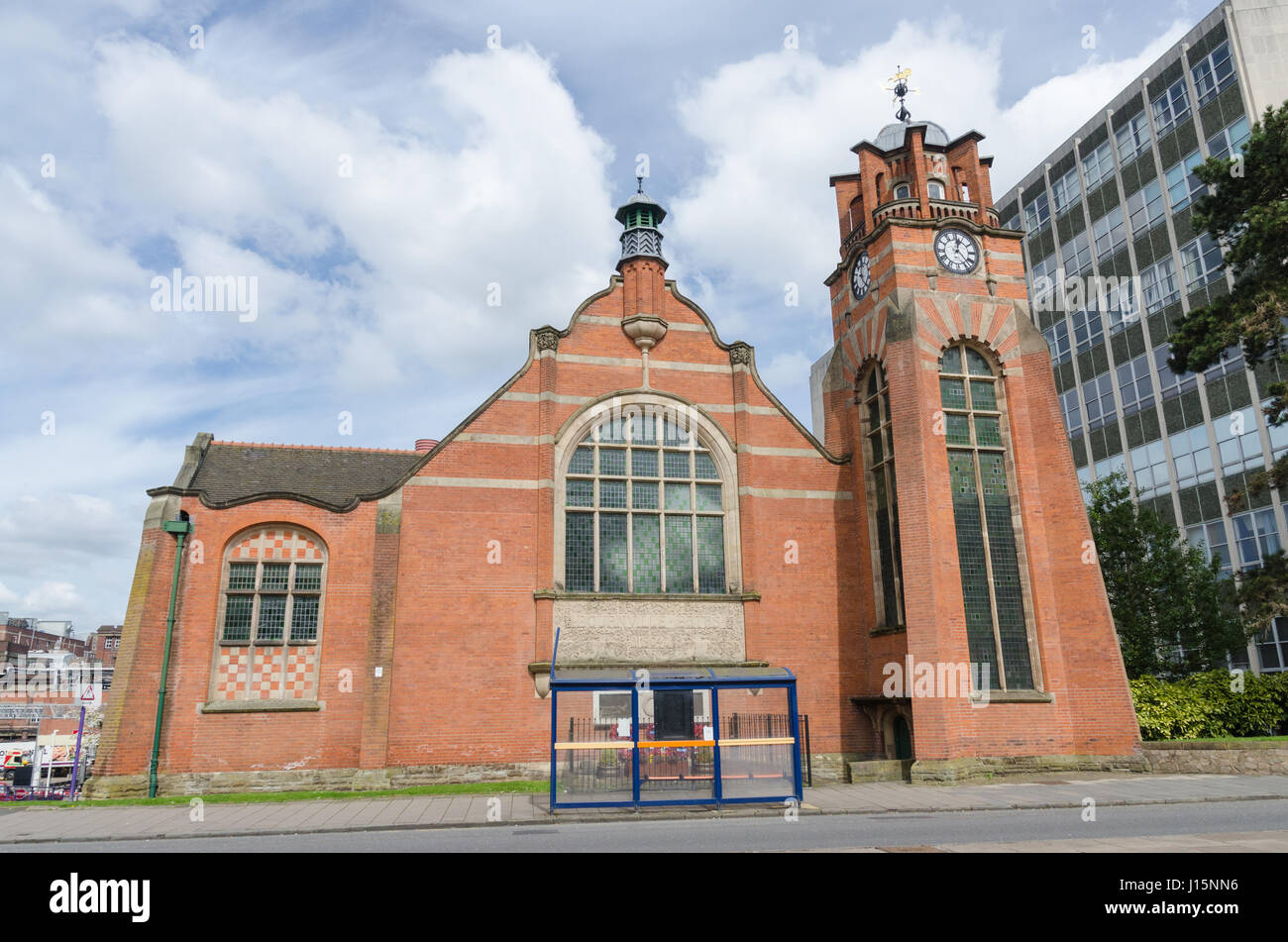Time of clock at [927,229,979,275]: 12:23
